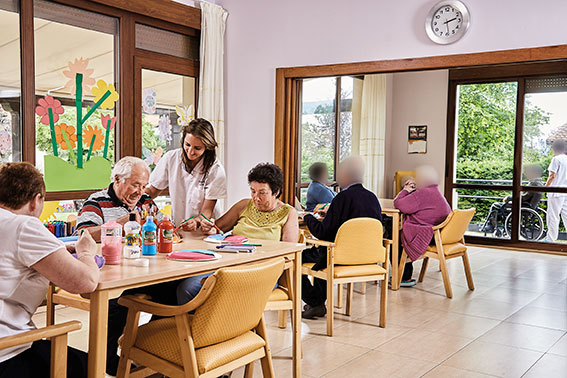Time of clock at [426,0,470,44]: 2:29
